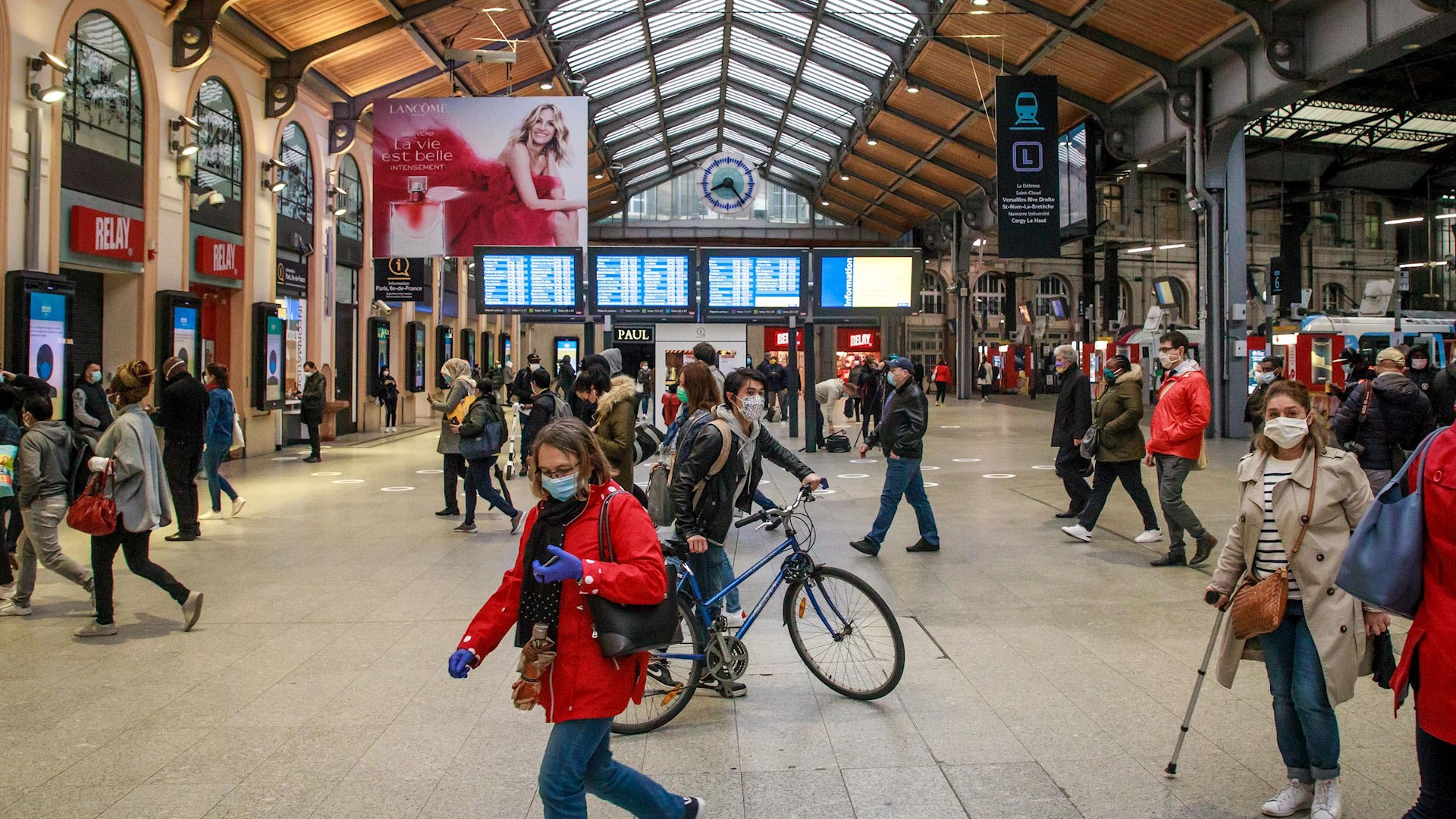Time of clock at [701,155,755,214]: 8:23
